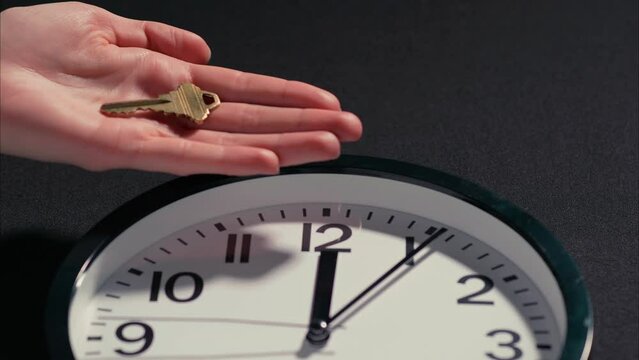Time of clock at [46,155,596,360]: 12:05
